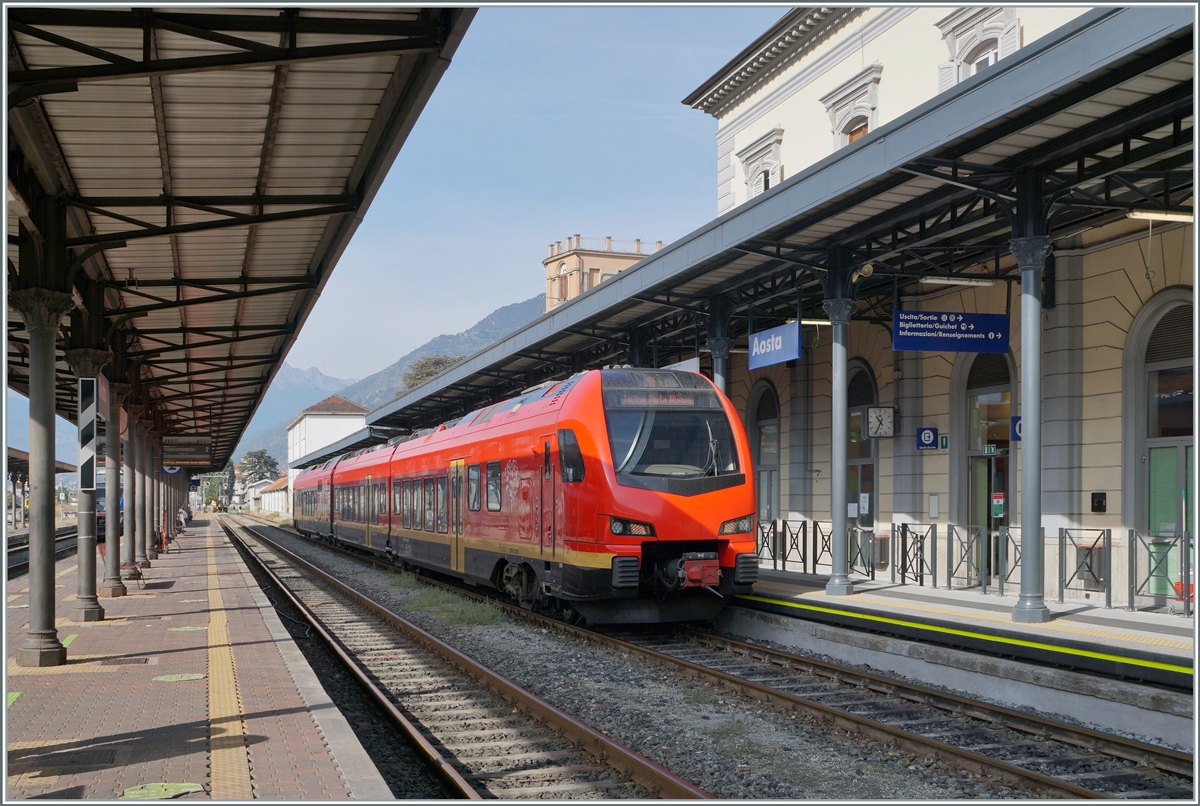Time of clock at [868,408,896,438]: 10:34
